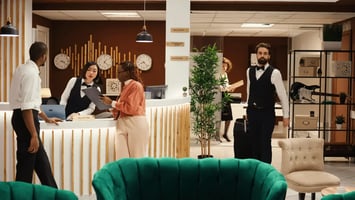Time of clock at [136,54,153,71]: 8:22
